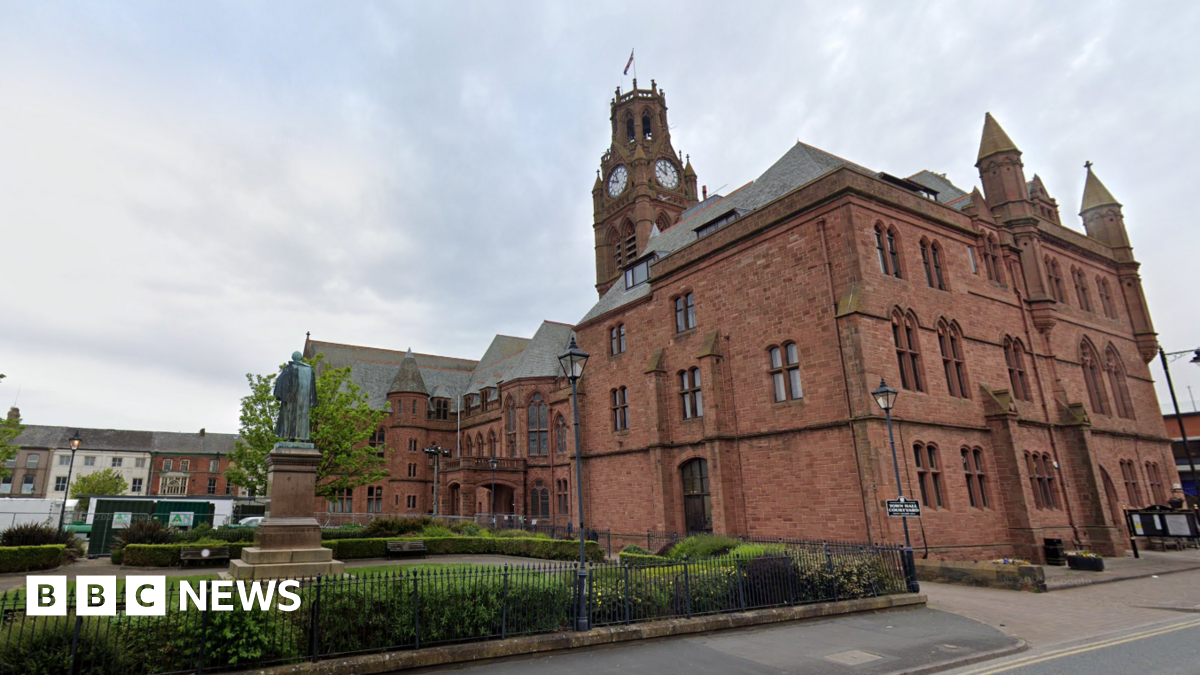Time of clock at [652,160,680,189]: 9:59
